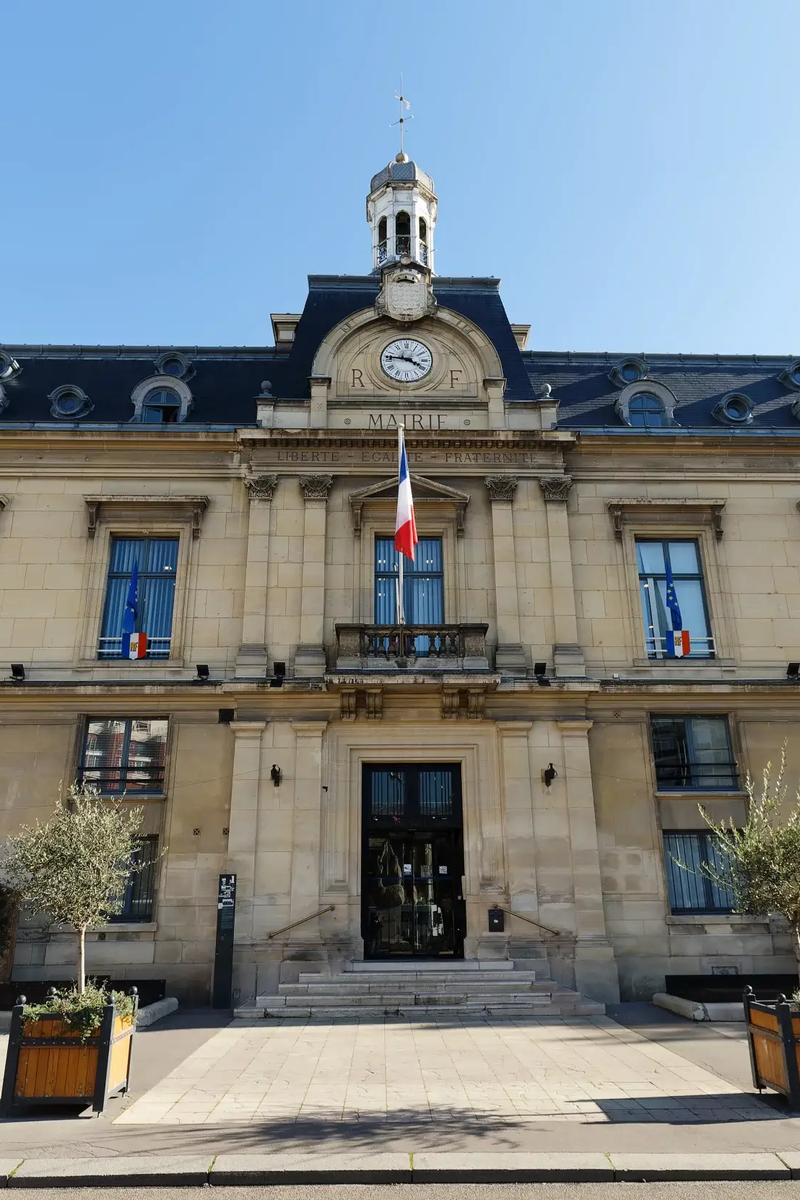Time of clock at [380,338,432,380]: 3:46
